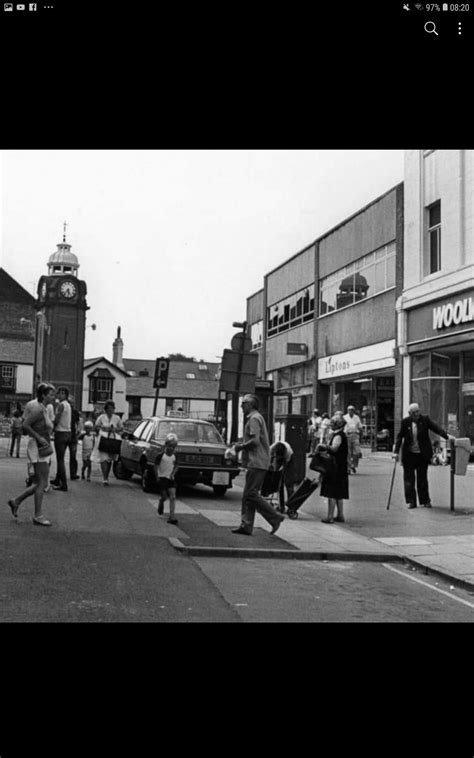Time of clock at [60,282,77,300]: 5:36
